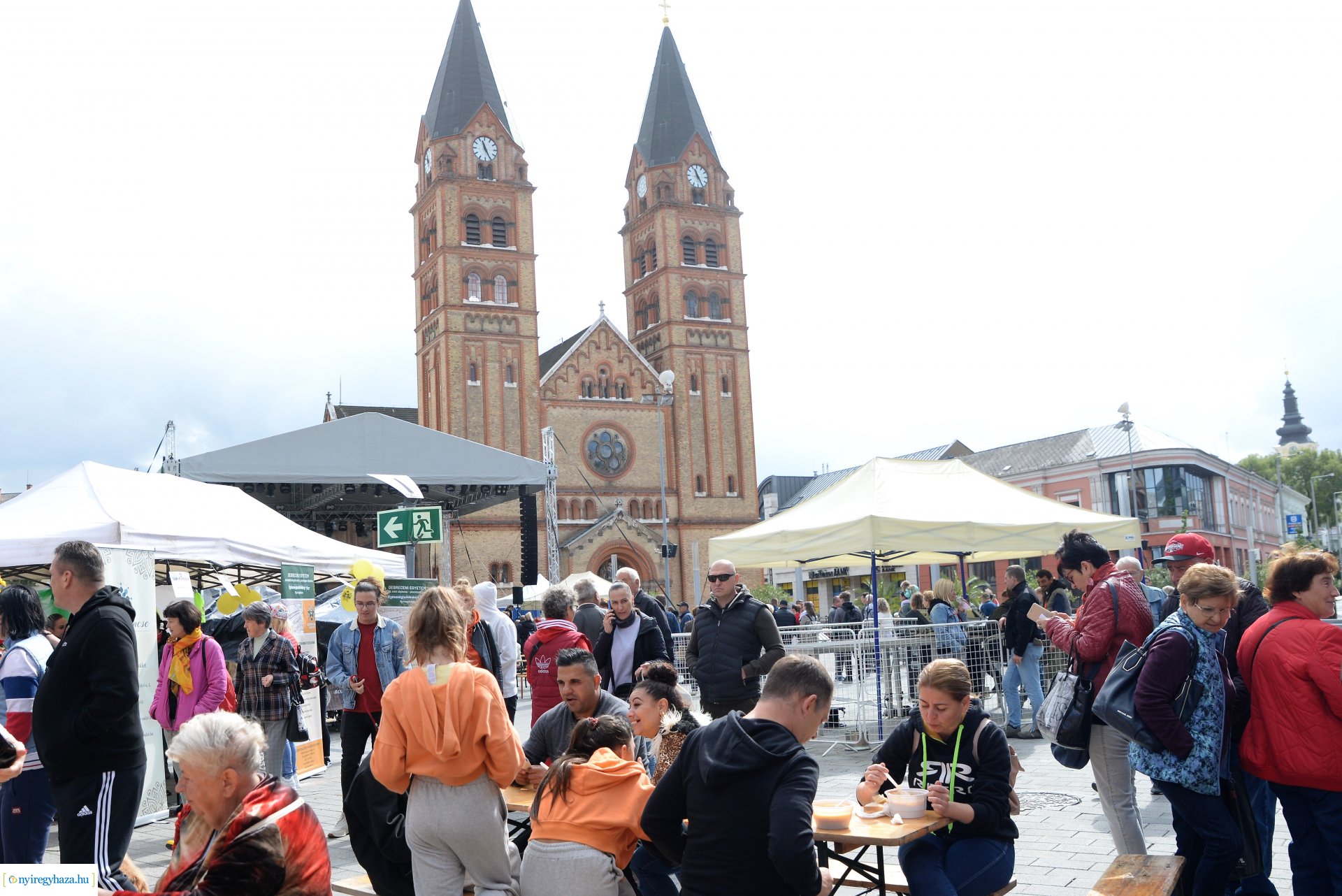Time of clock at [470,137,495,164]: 11:25
